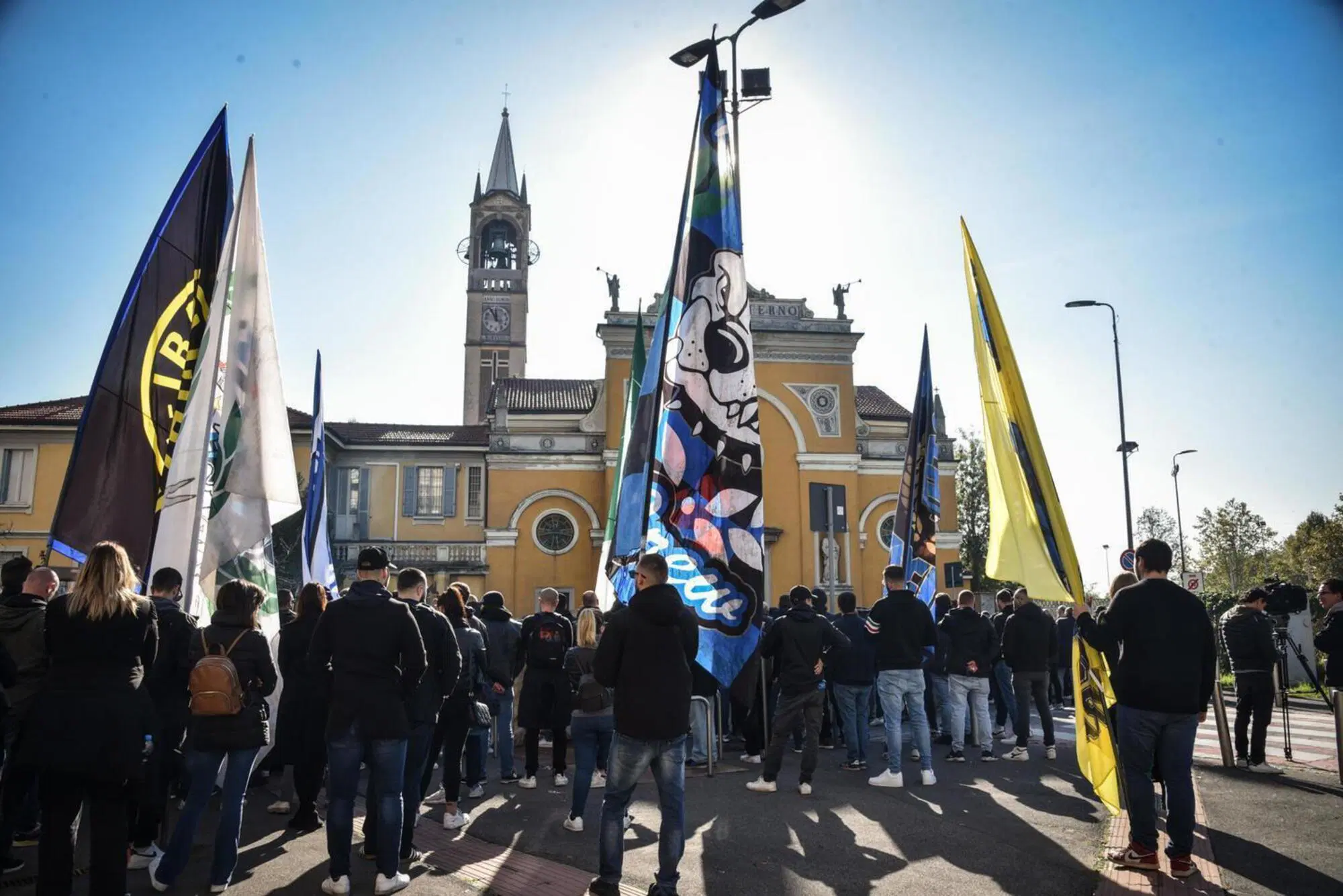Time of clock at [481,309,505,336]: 11:55
